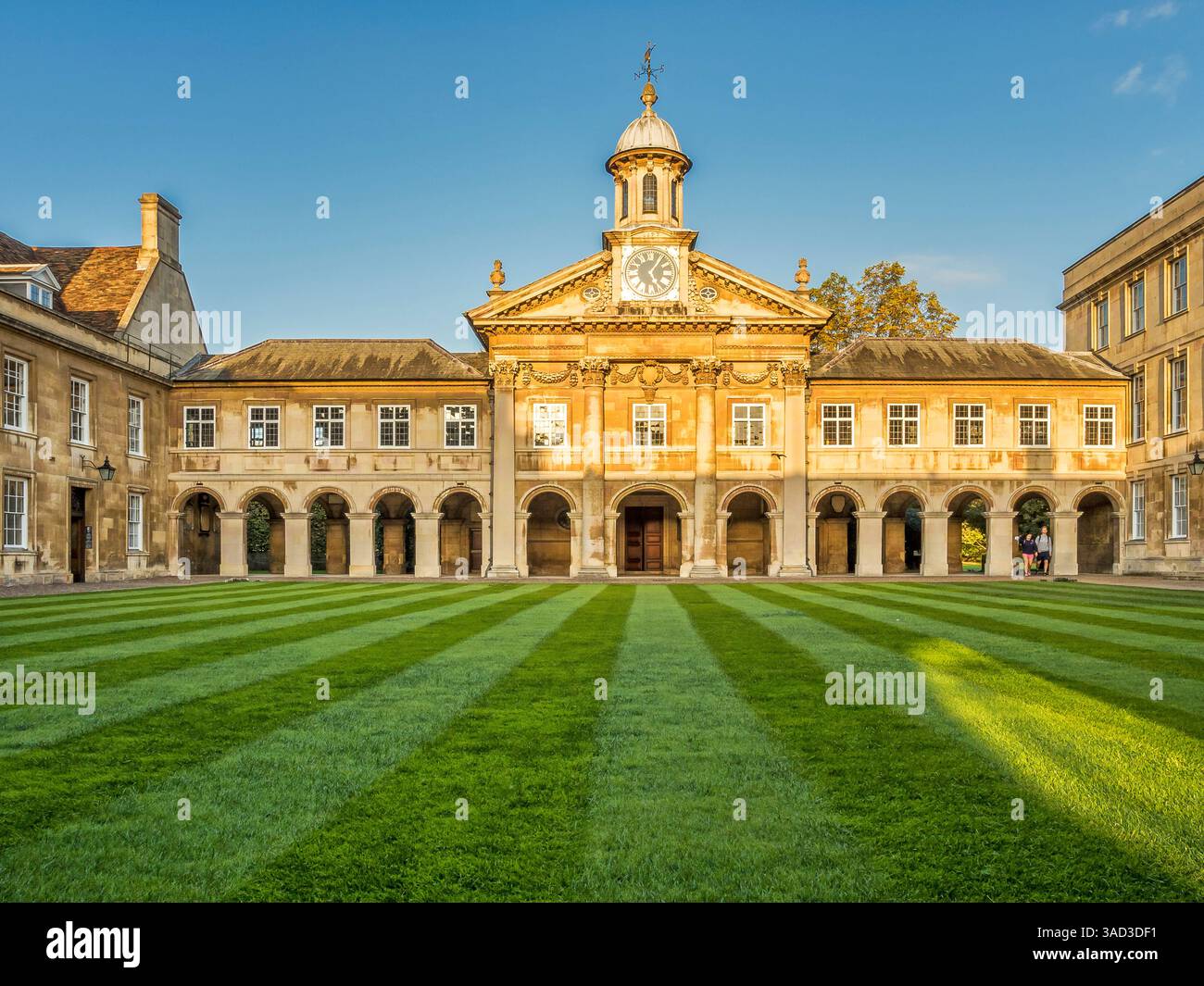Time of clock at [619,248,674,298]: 5:05
